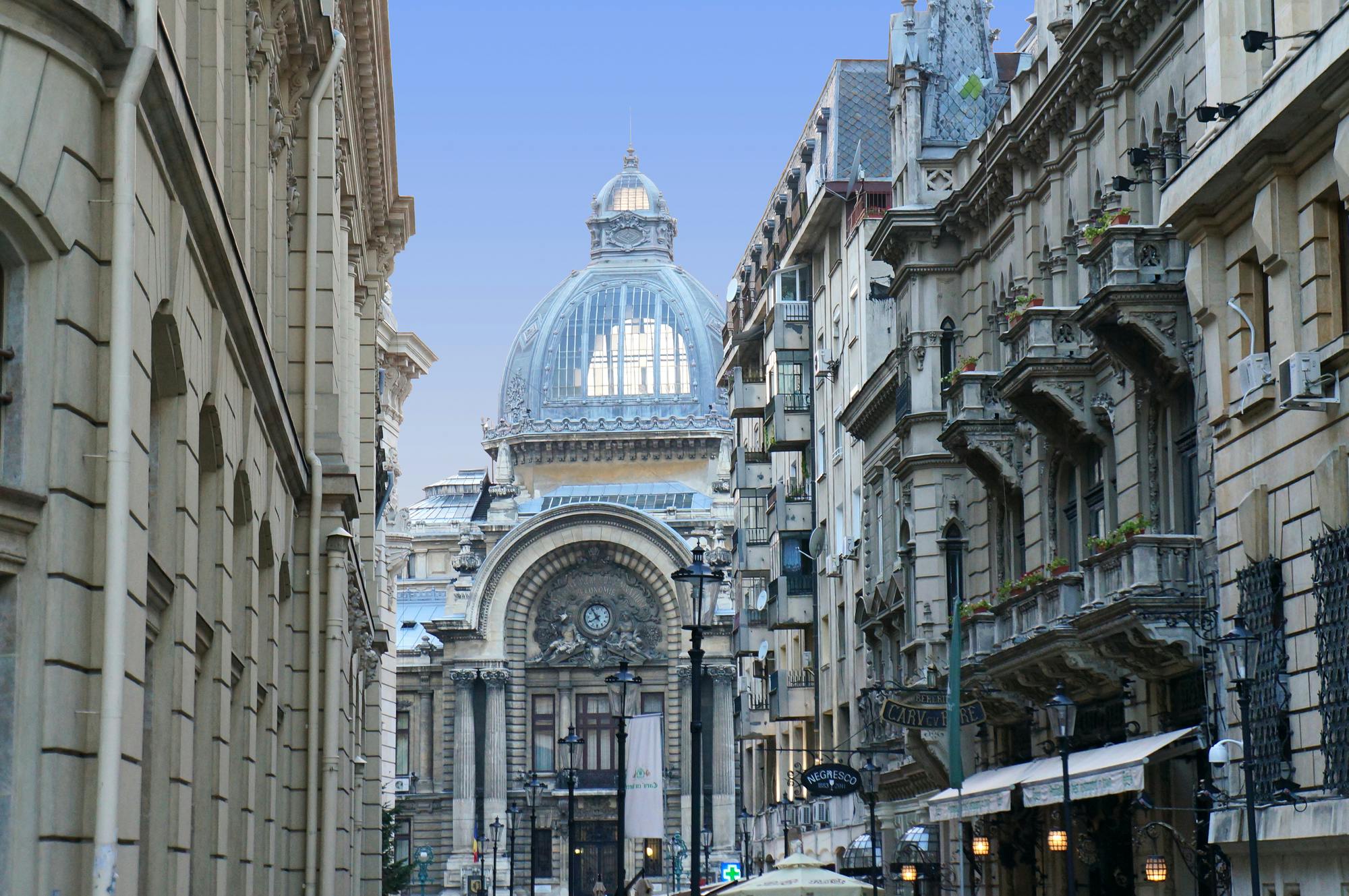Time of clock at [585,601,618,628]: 7:54
